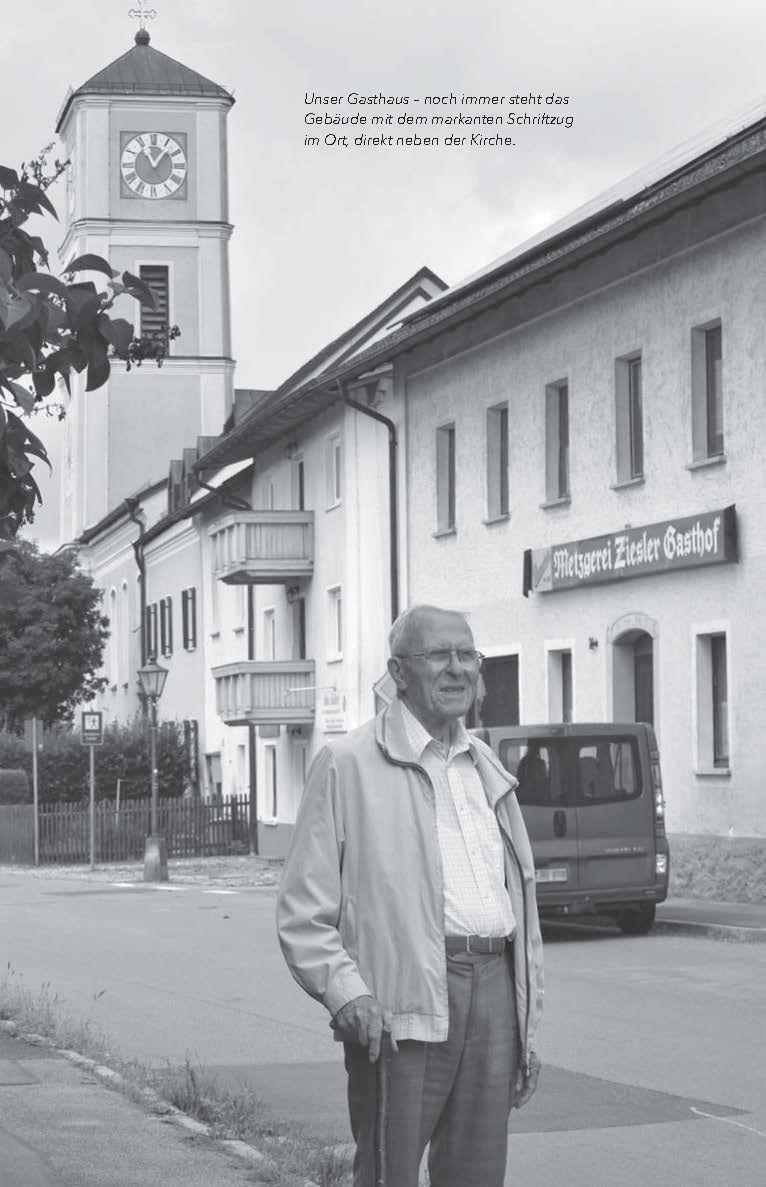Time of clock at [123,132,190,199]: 11:06
